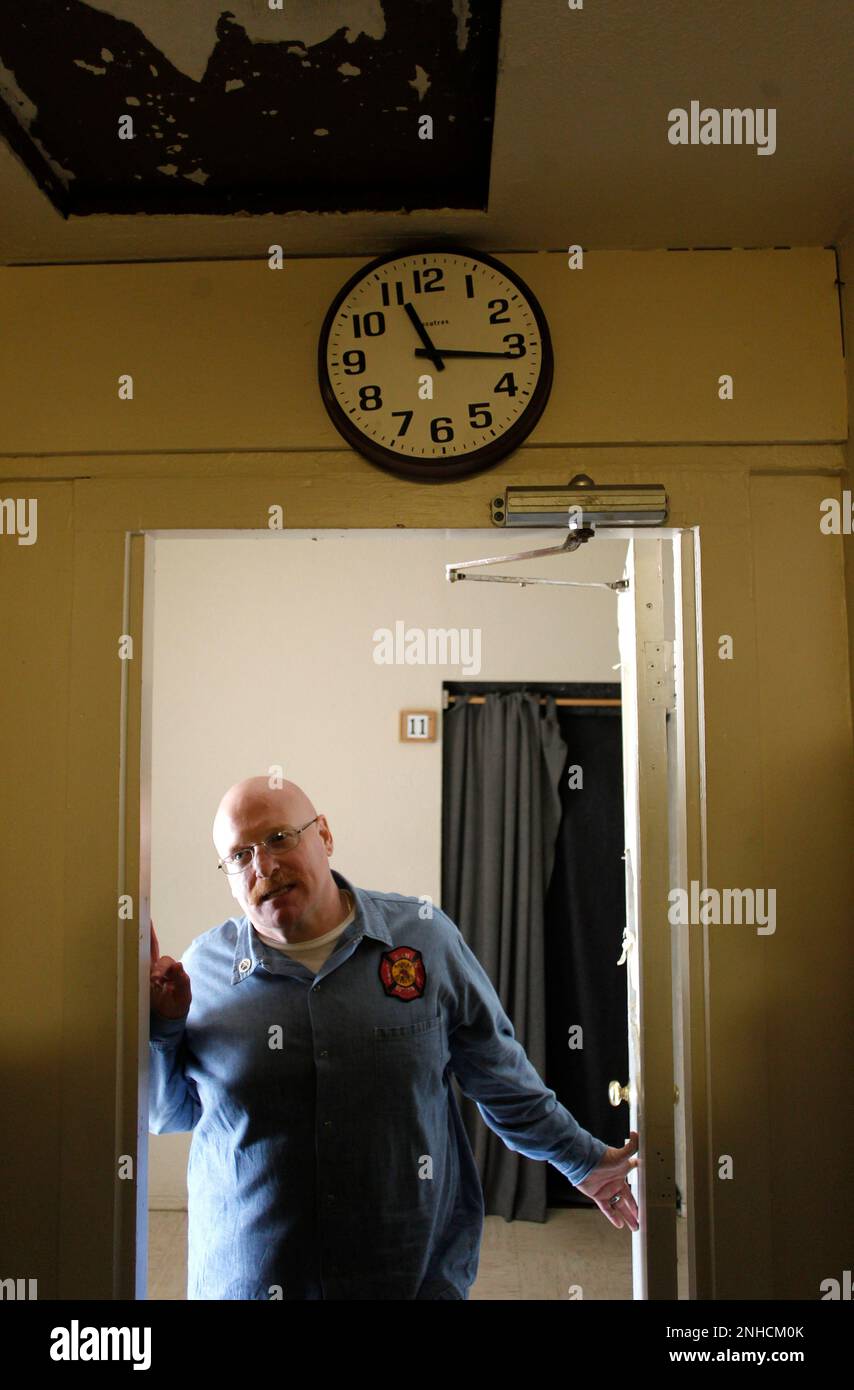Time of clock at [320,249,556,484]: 11:16
